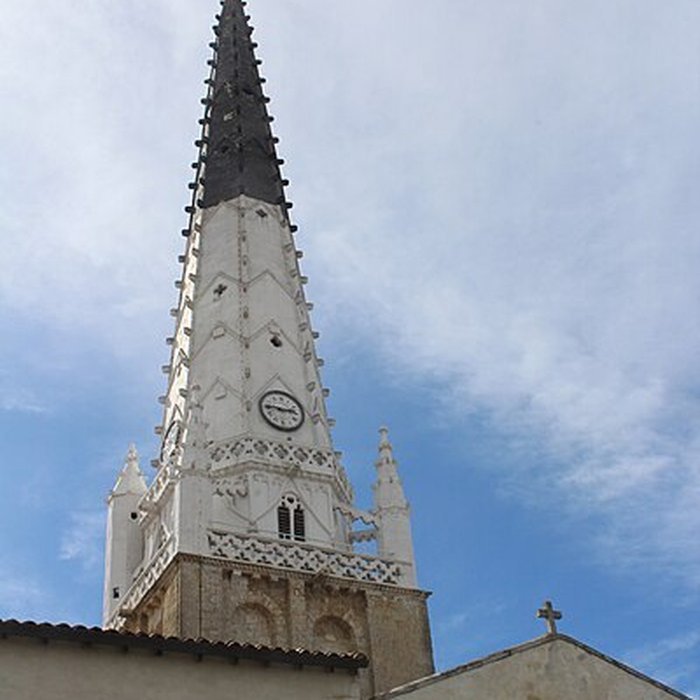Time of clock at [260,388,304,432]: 2:46
